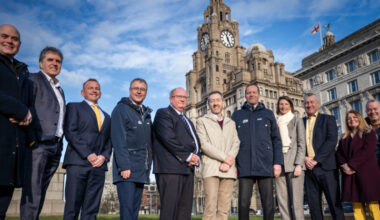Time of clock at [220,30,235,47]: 11:25
